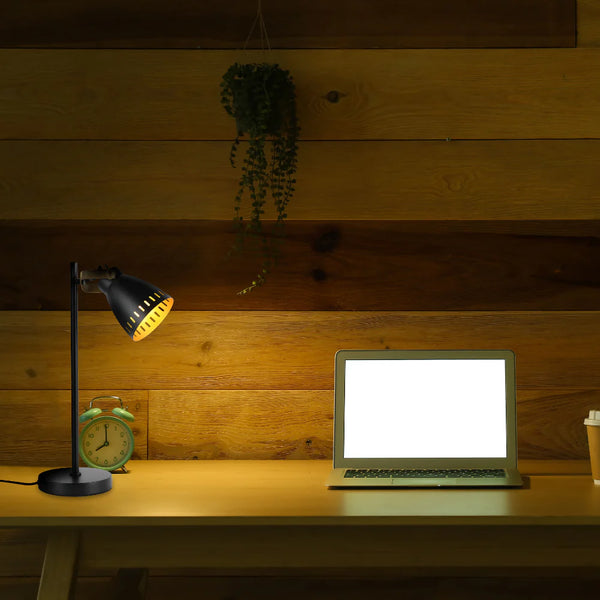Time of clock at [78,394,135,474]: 7:59
